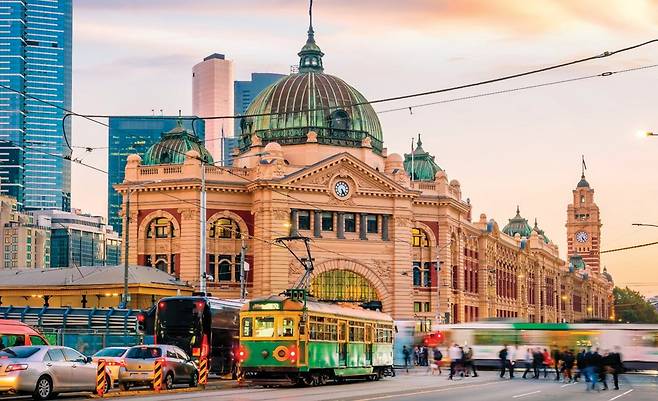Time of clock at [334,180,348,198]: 5:24
